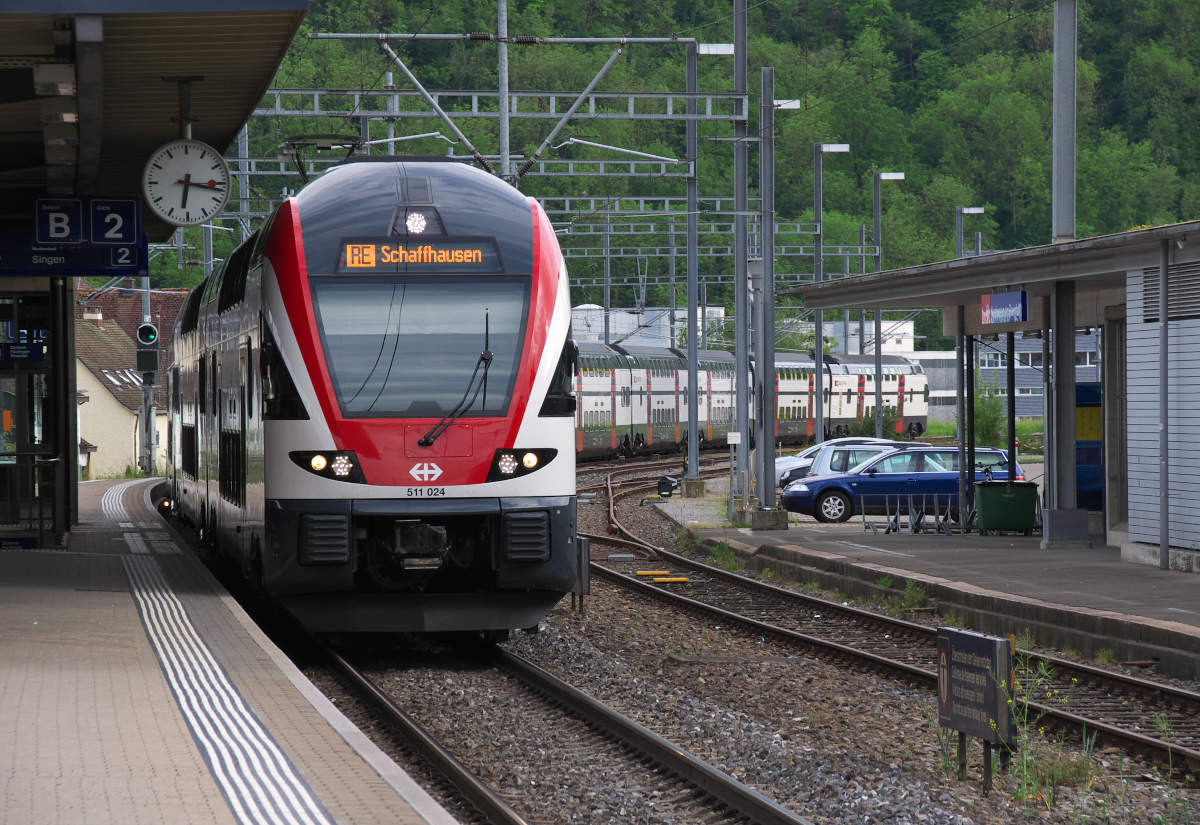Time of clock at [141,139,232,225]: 6:16
